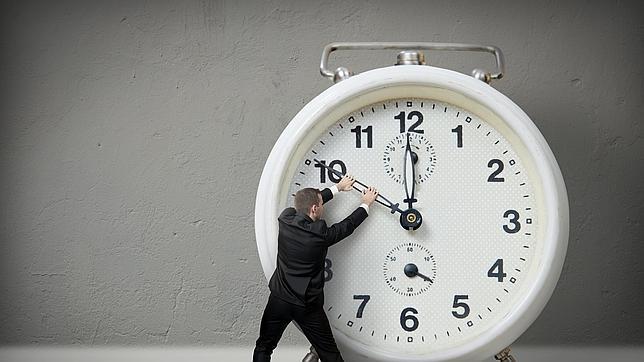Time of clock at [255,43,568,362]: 11:59
